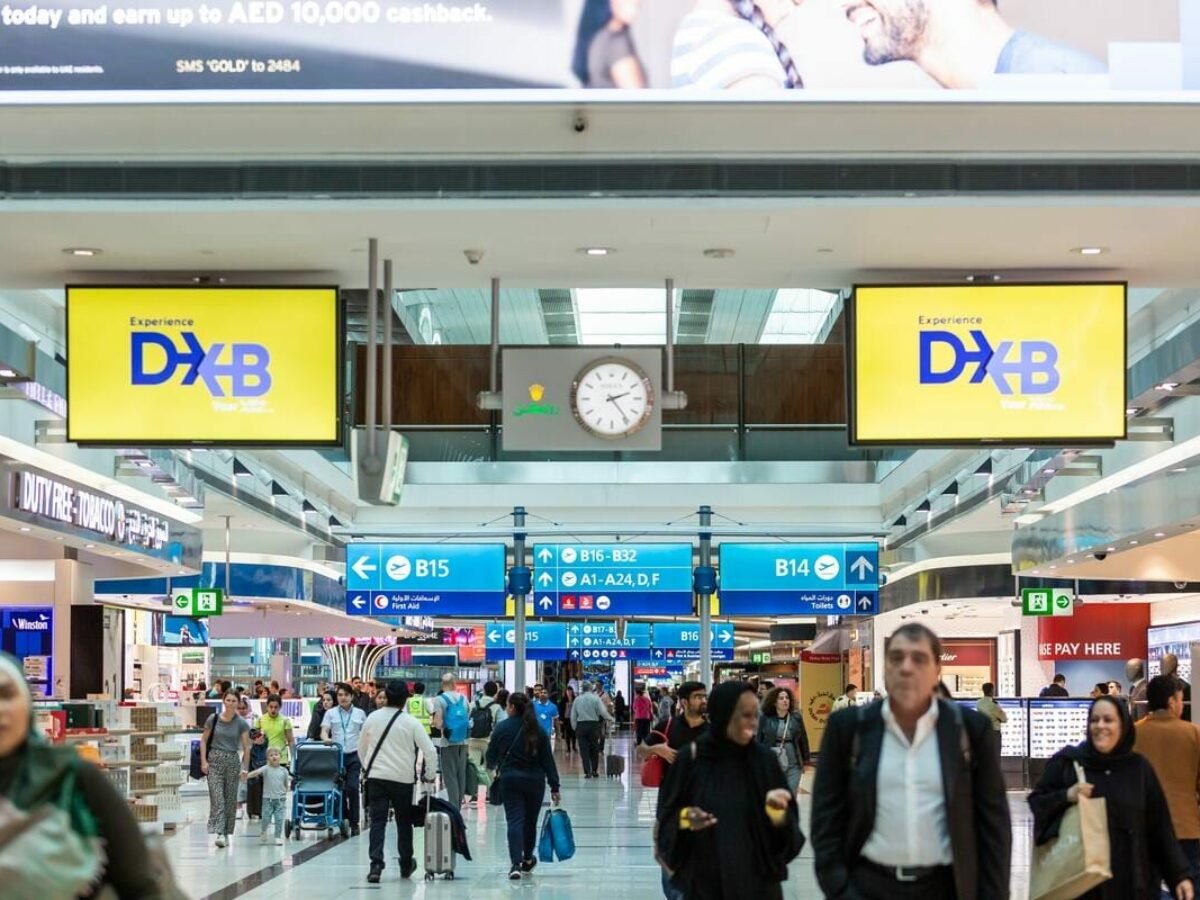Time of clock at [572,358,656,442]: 2:23
